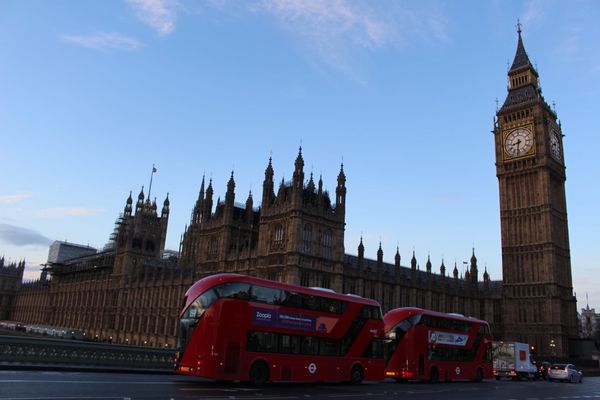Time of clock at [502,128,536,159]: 8:31
